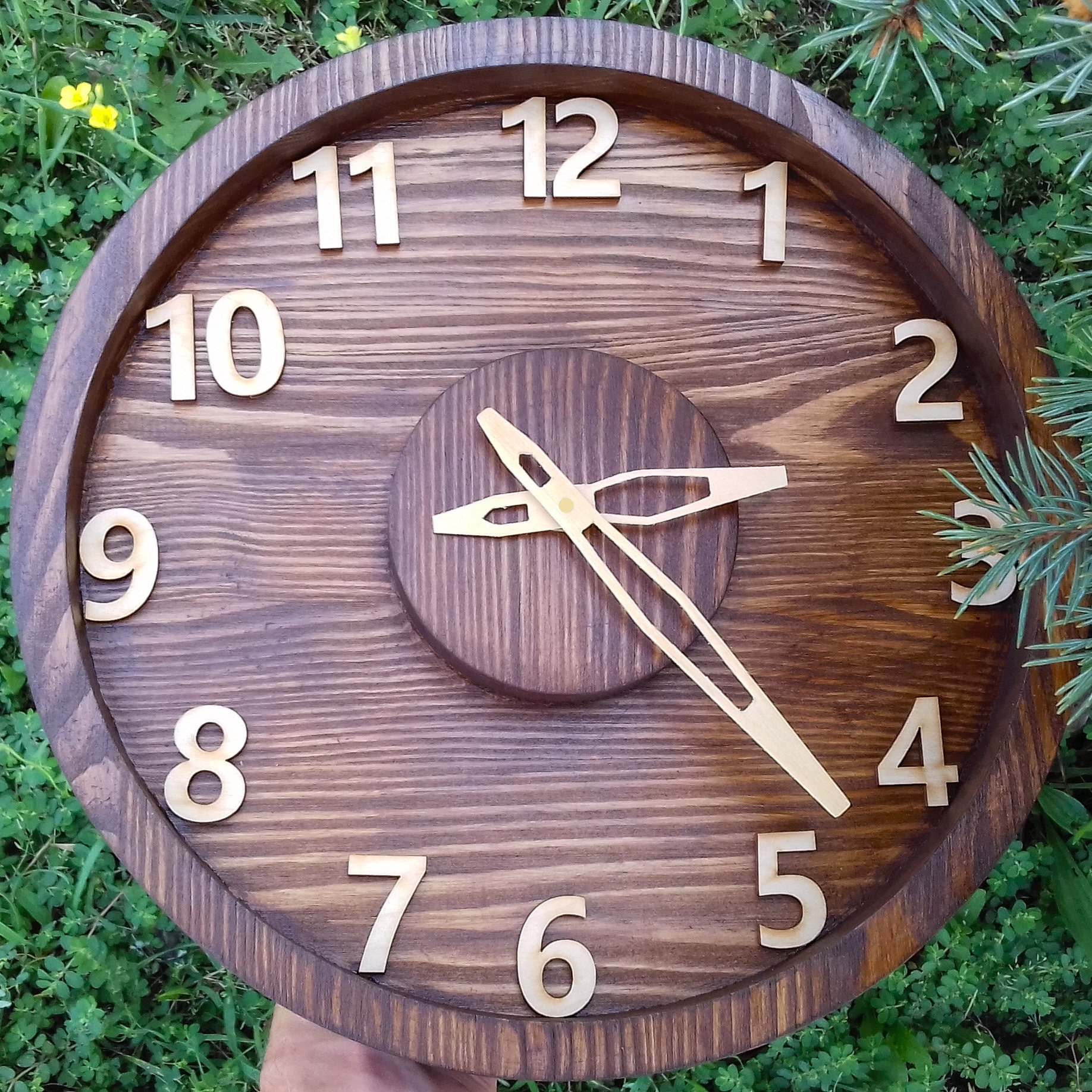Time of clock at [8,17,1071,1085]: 2:22
